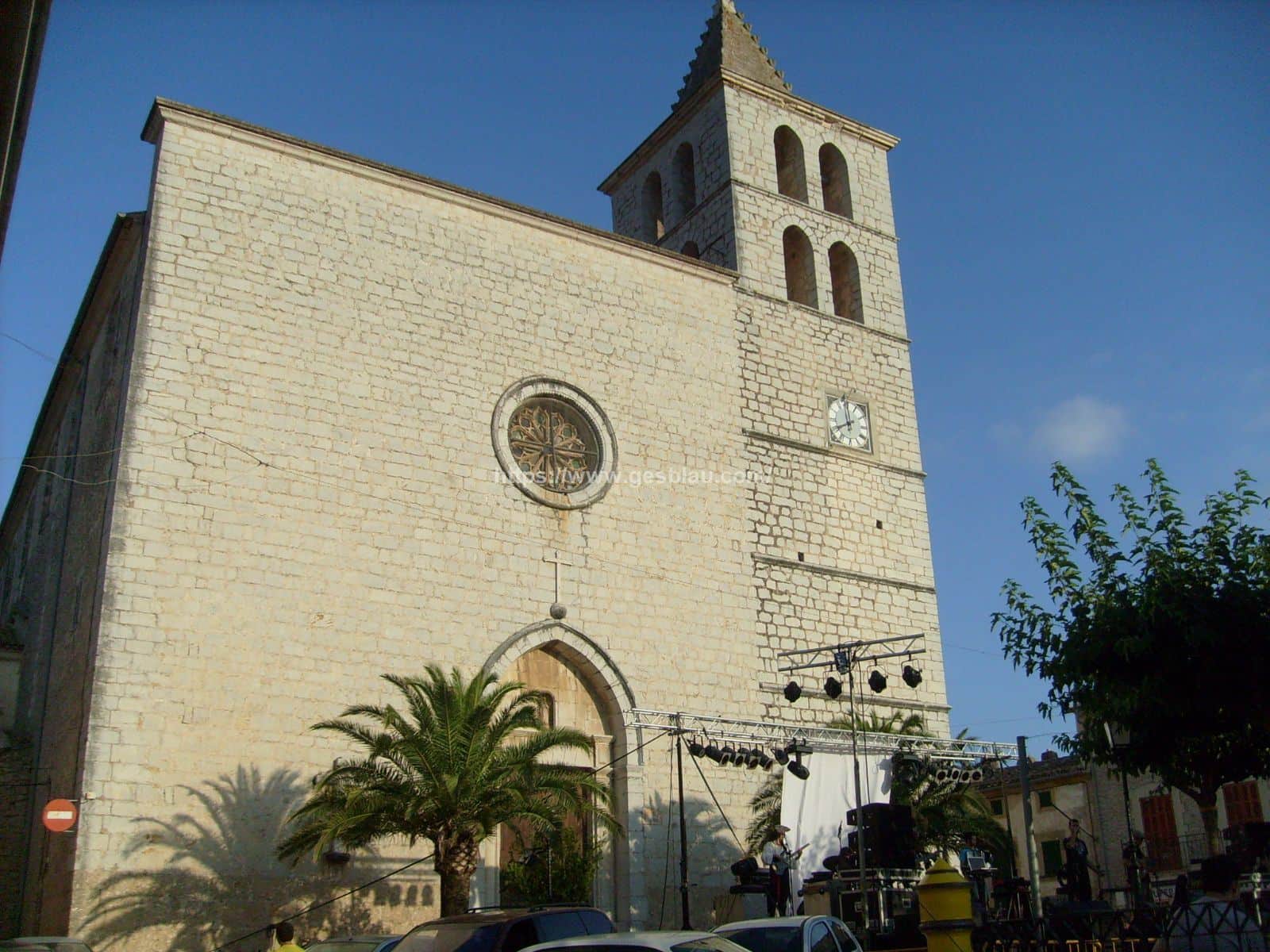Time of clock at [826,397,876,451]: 7:58
